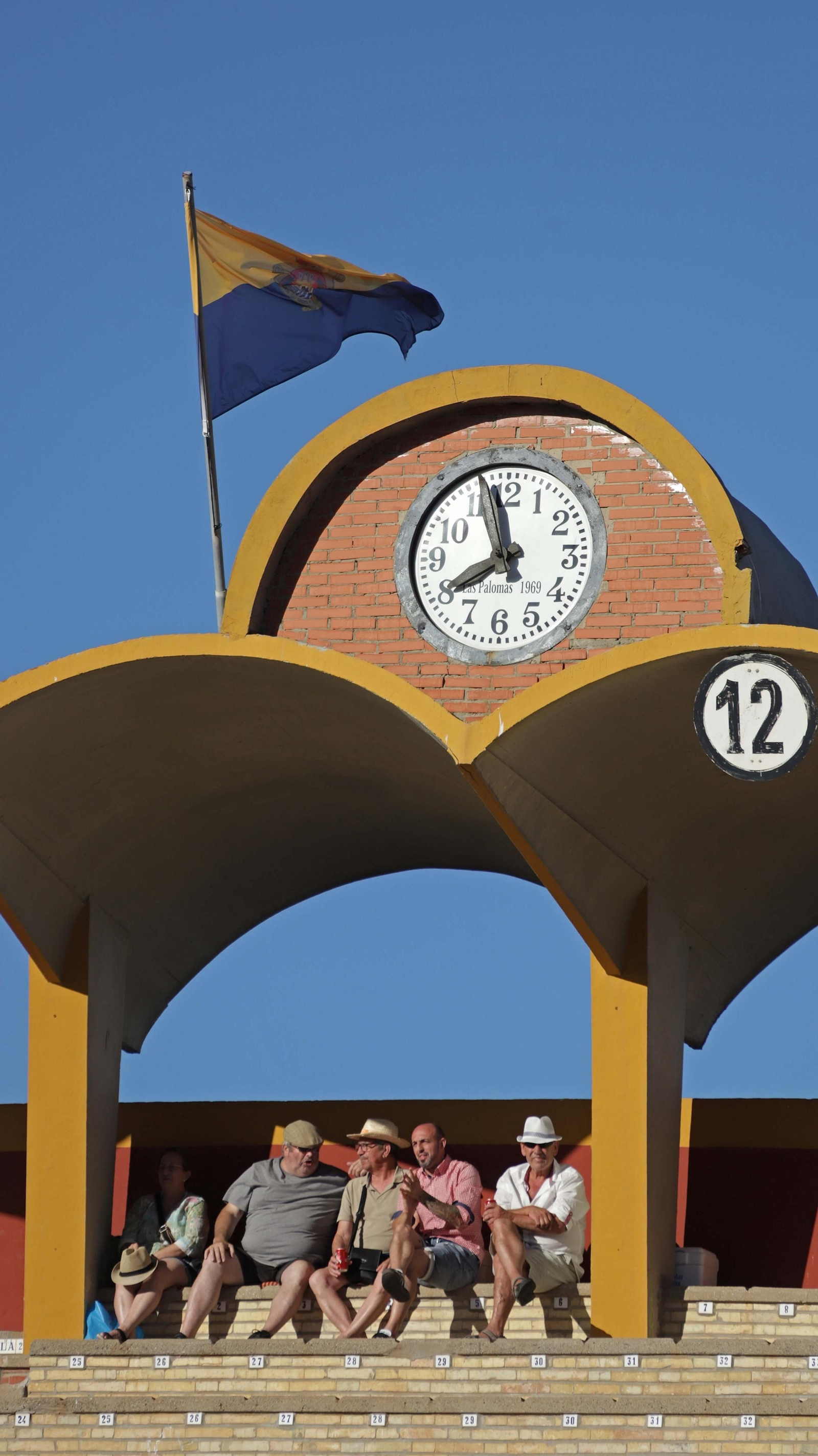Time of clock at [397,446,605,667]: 7:57
